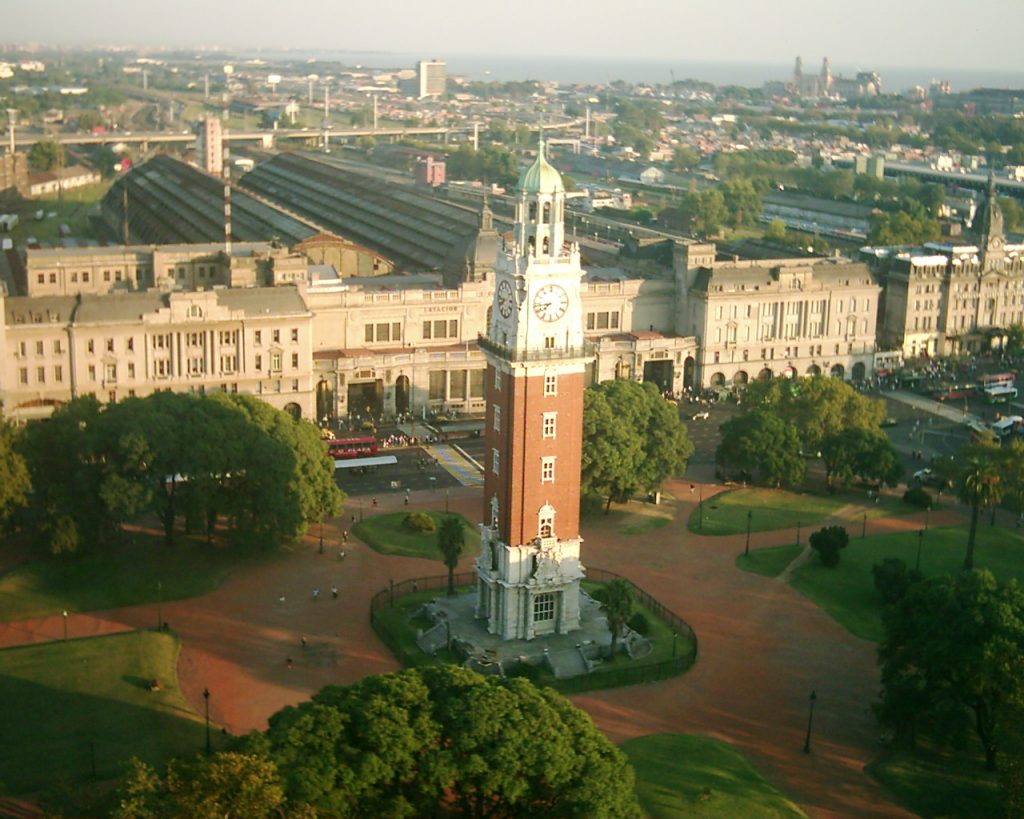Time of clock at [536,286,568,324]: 7:43
